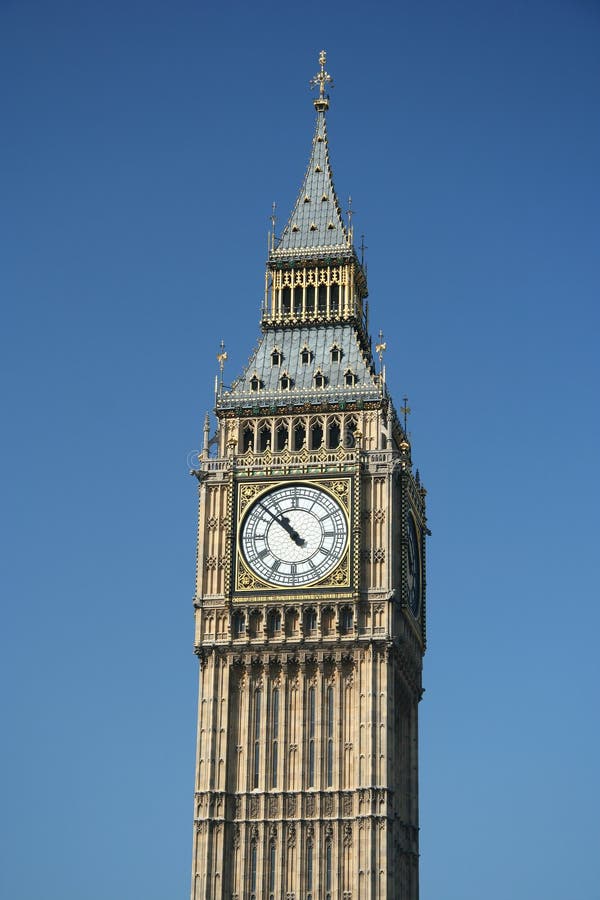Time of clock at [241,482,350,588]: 10:52
